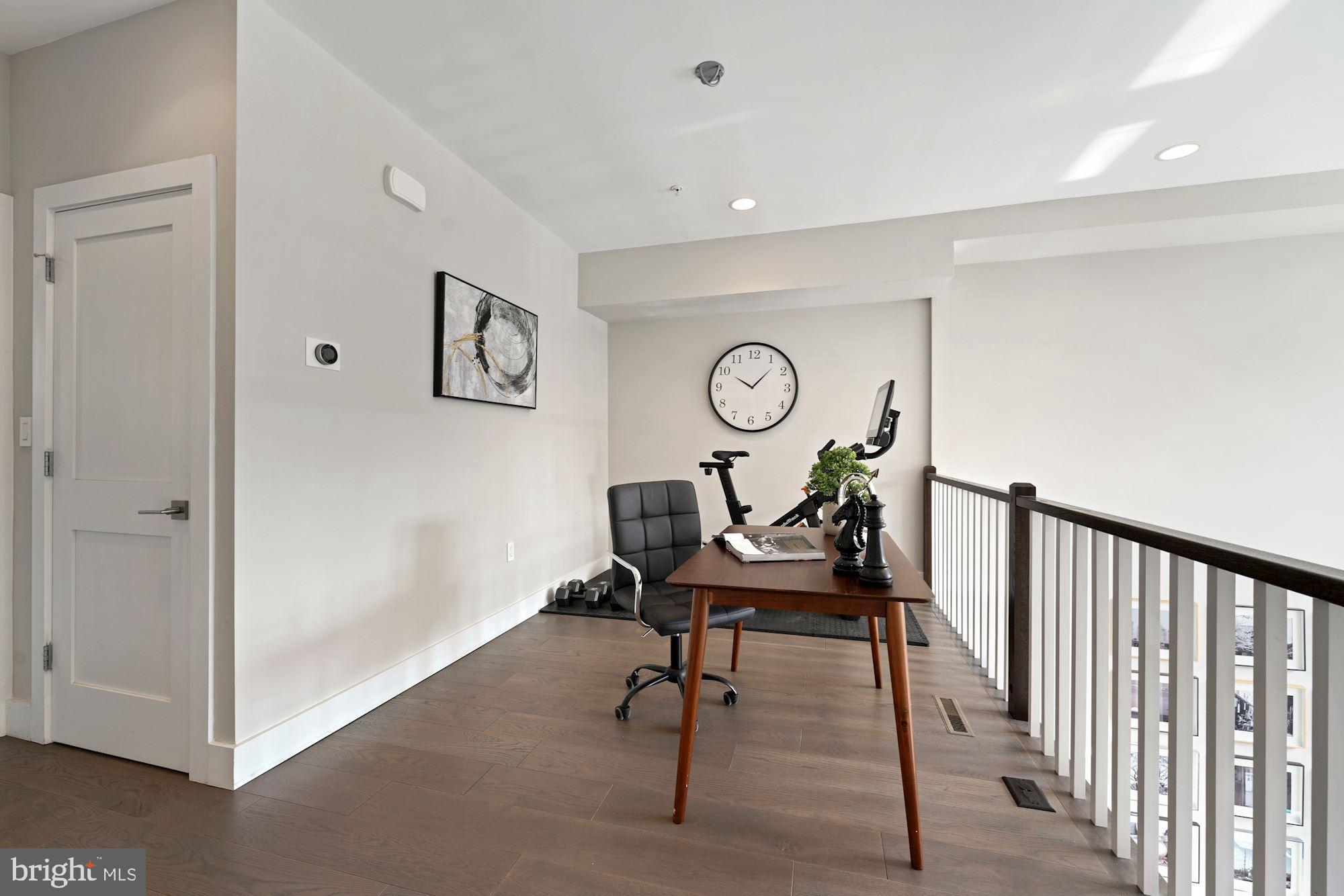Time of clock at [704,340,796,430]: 10:07
